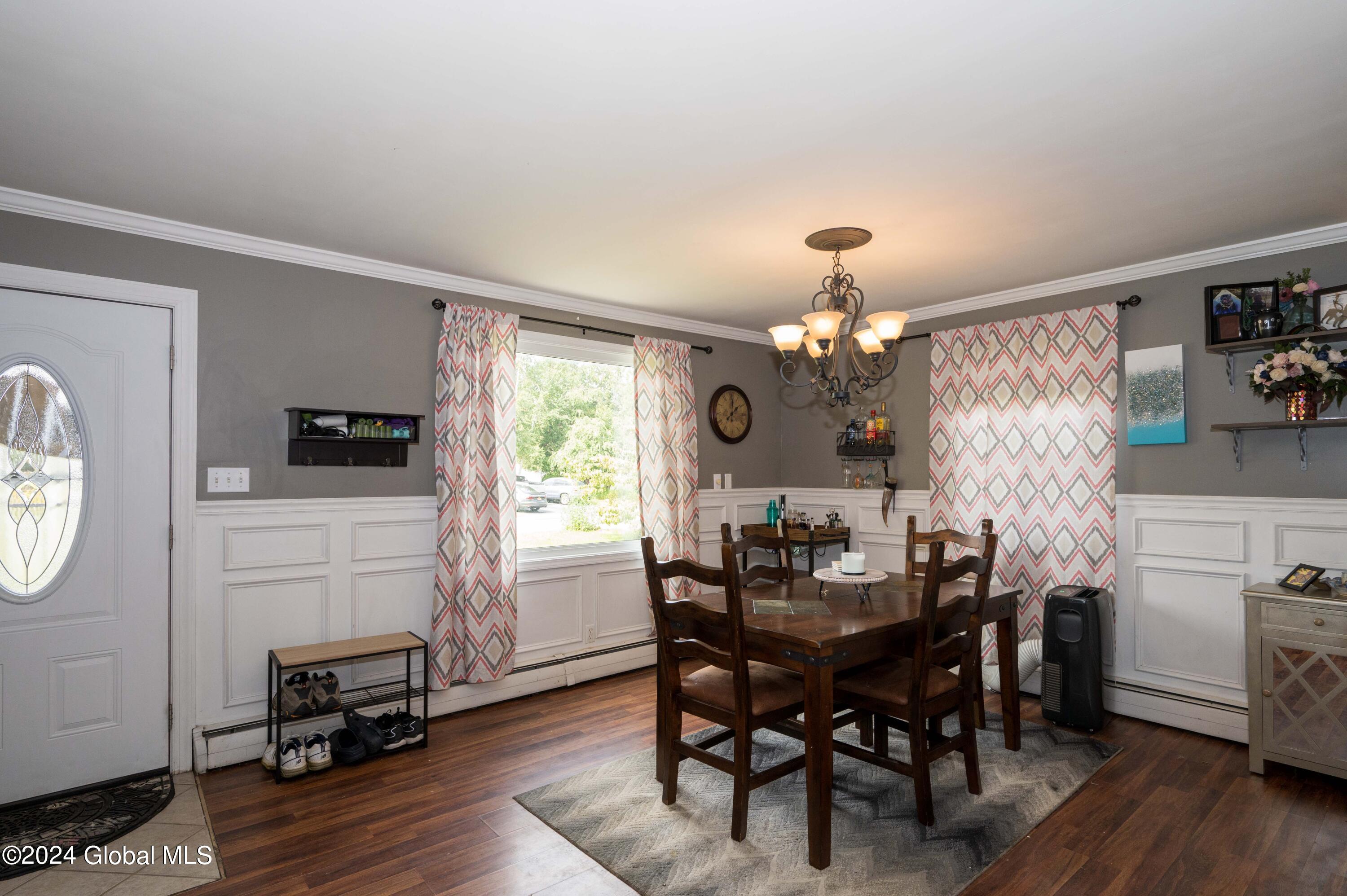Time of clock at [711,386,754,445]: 2:01
